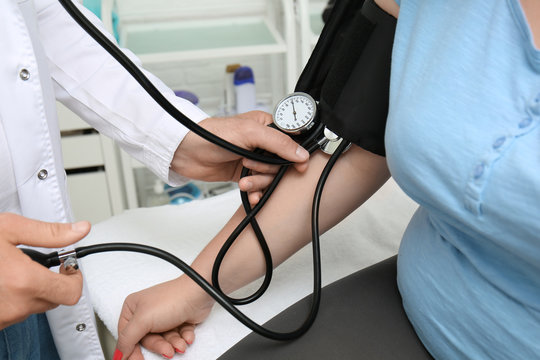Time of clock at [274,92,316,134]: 5:59
